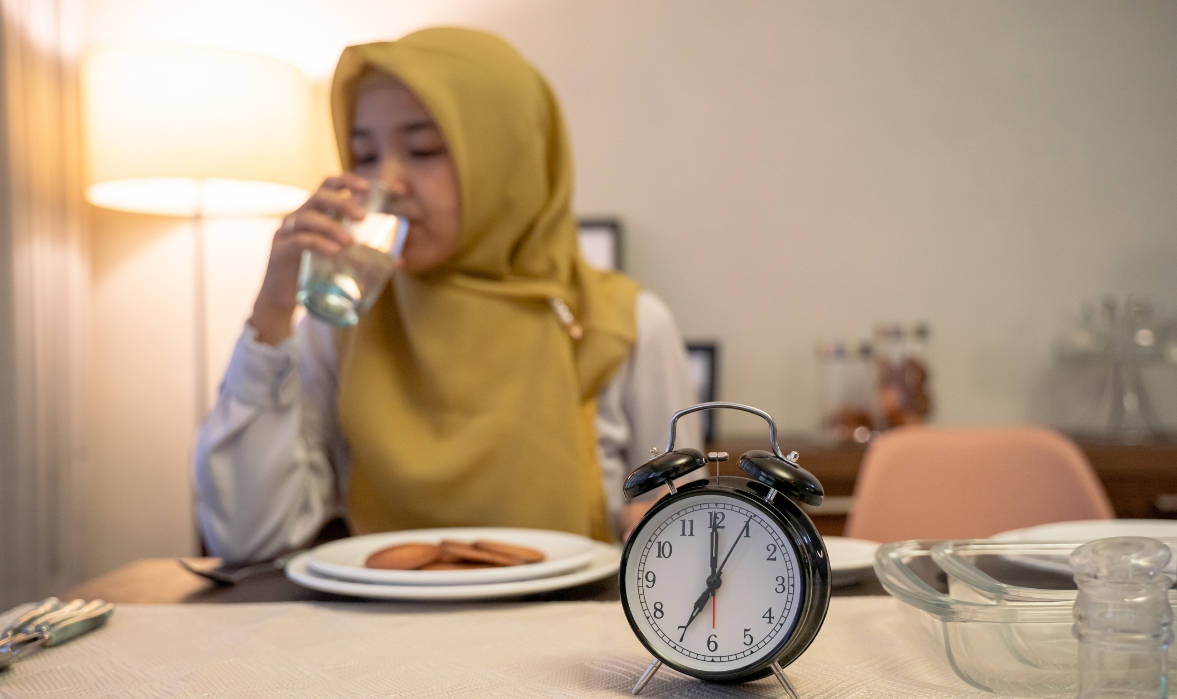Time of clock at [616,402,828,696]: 7:00
